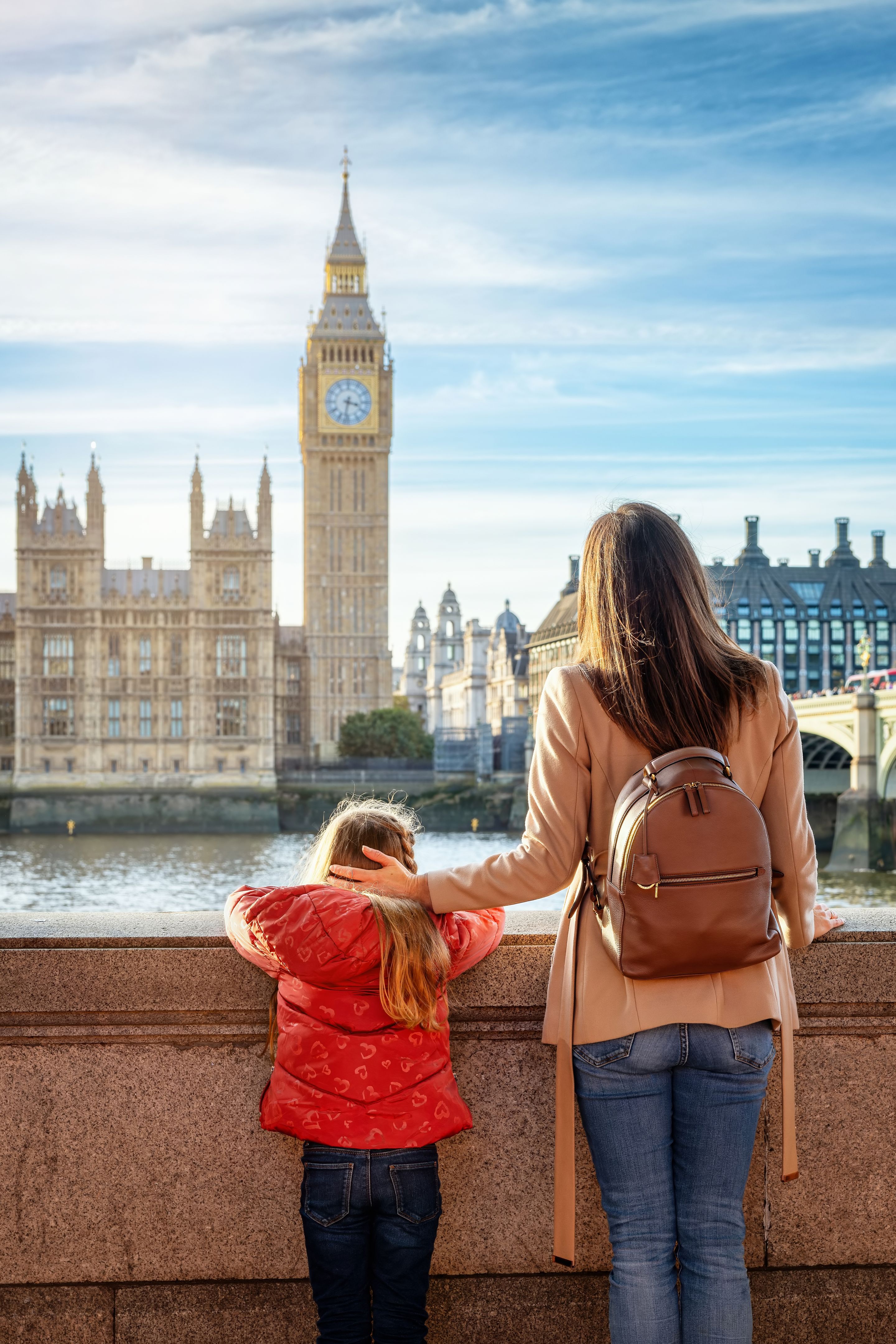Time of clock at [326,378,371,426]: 3:32
